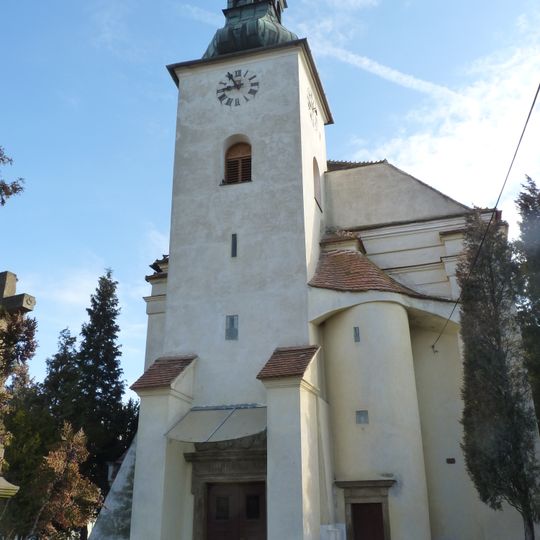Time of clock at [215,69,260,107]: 8:54
